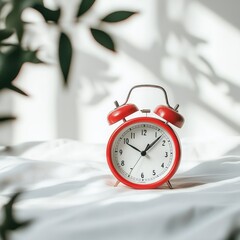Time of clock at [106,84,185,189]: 10:07
